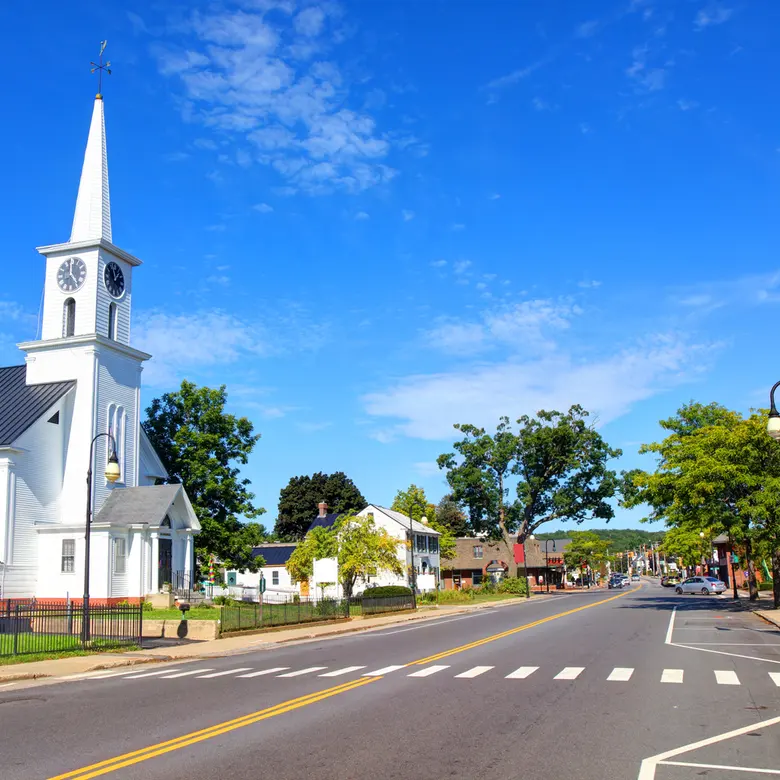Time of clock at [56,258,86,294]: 4:59
